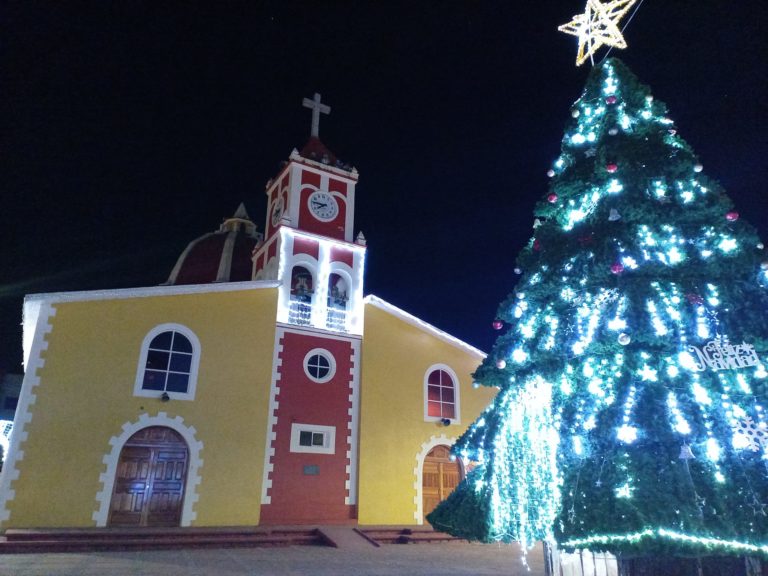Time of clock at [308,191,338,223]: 7:46
